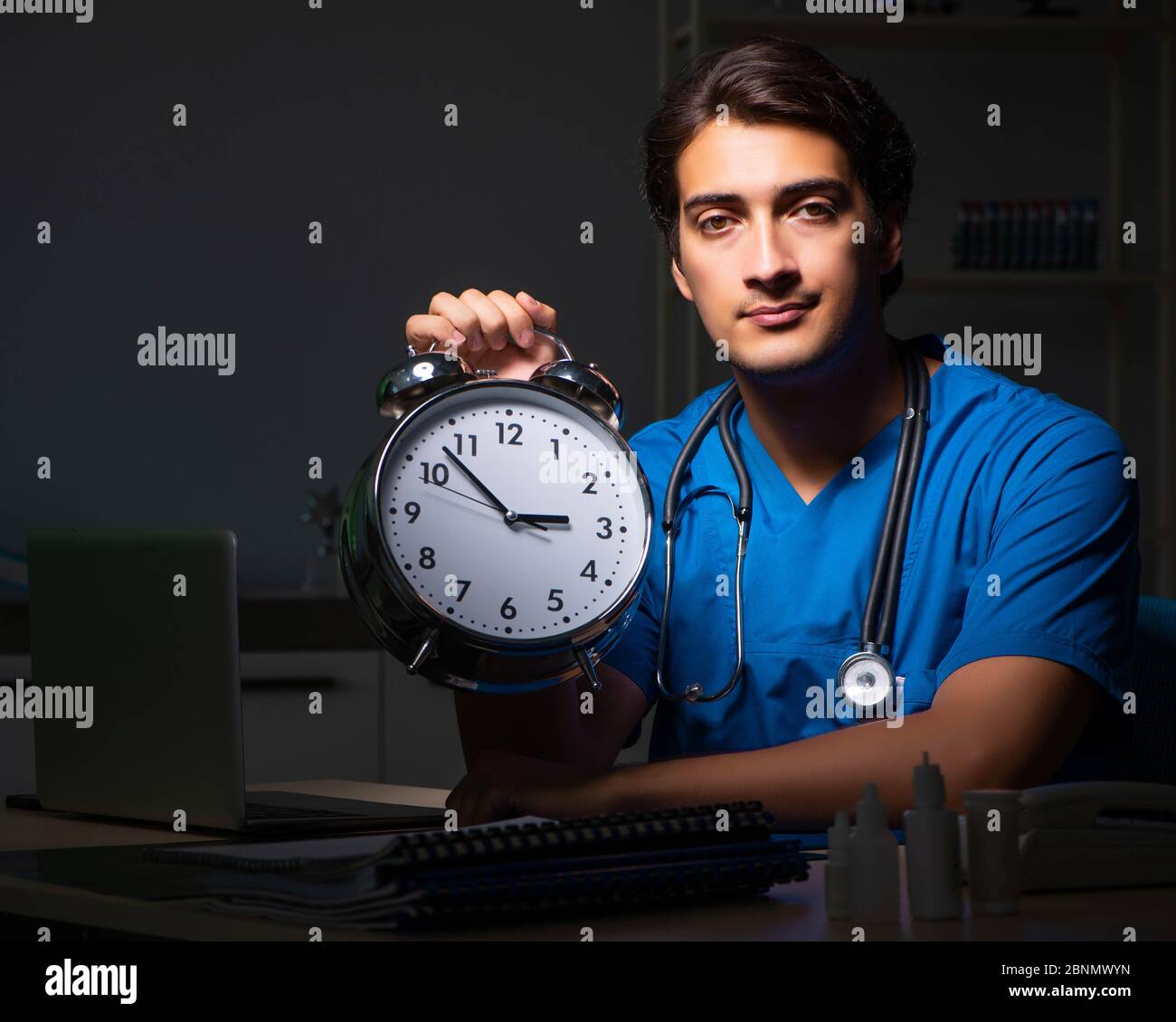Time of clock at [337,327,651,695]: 2:52
